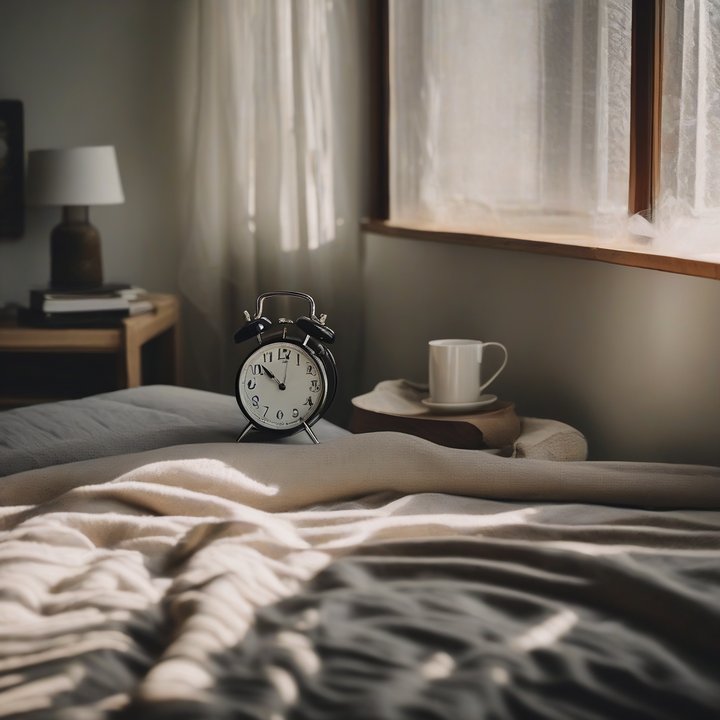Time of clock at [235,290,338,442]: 9:51
